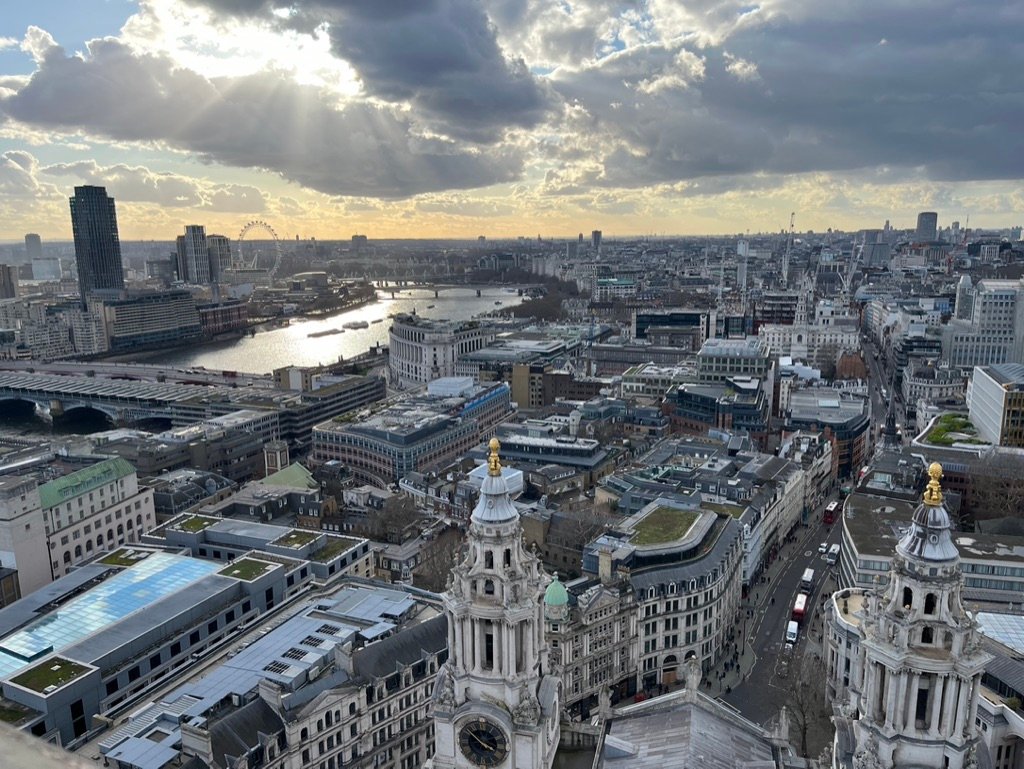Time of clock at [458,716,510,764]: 3:50
